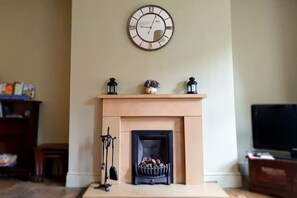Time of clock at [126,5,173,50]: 9:04
